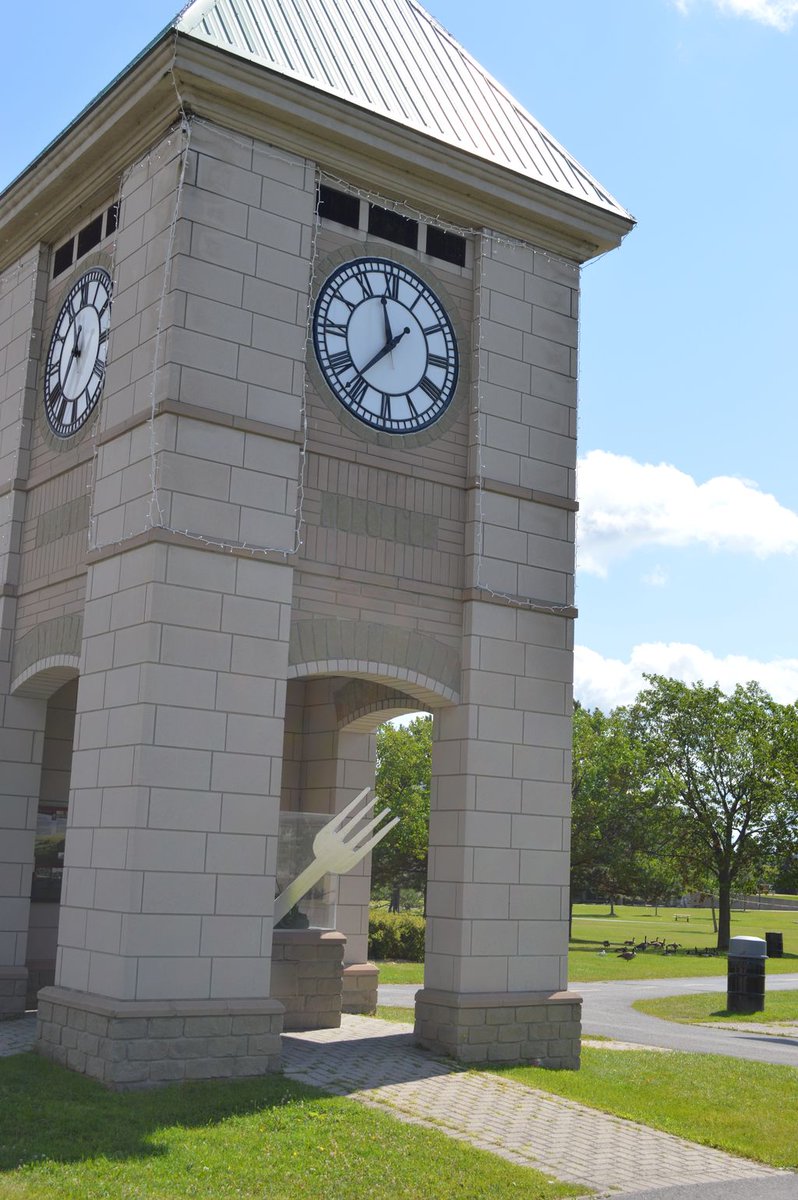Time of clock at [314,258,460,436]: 11:36
